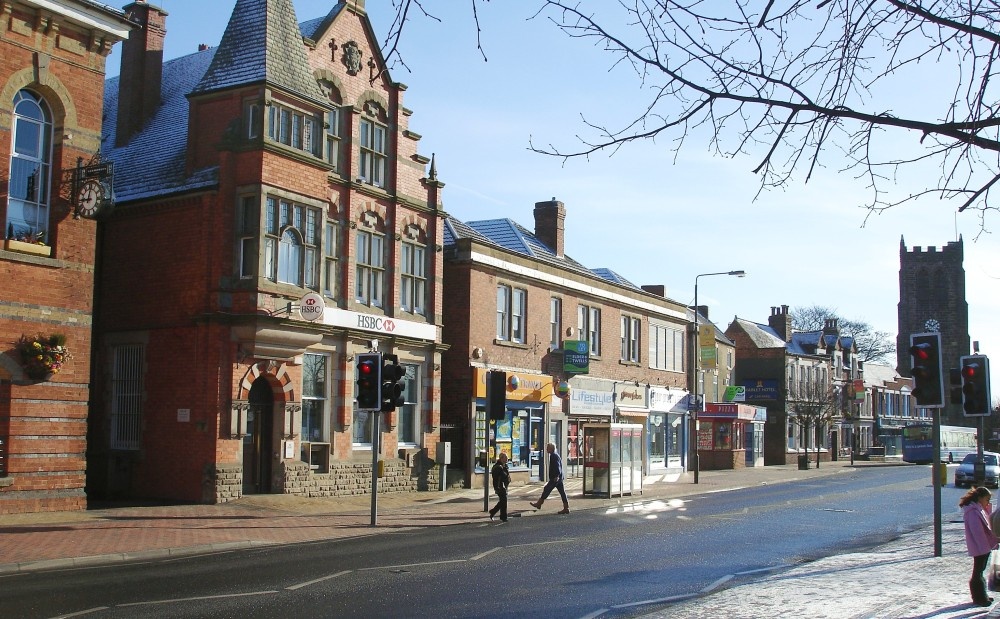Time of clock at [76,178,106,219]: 9:01
